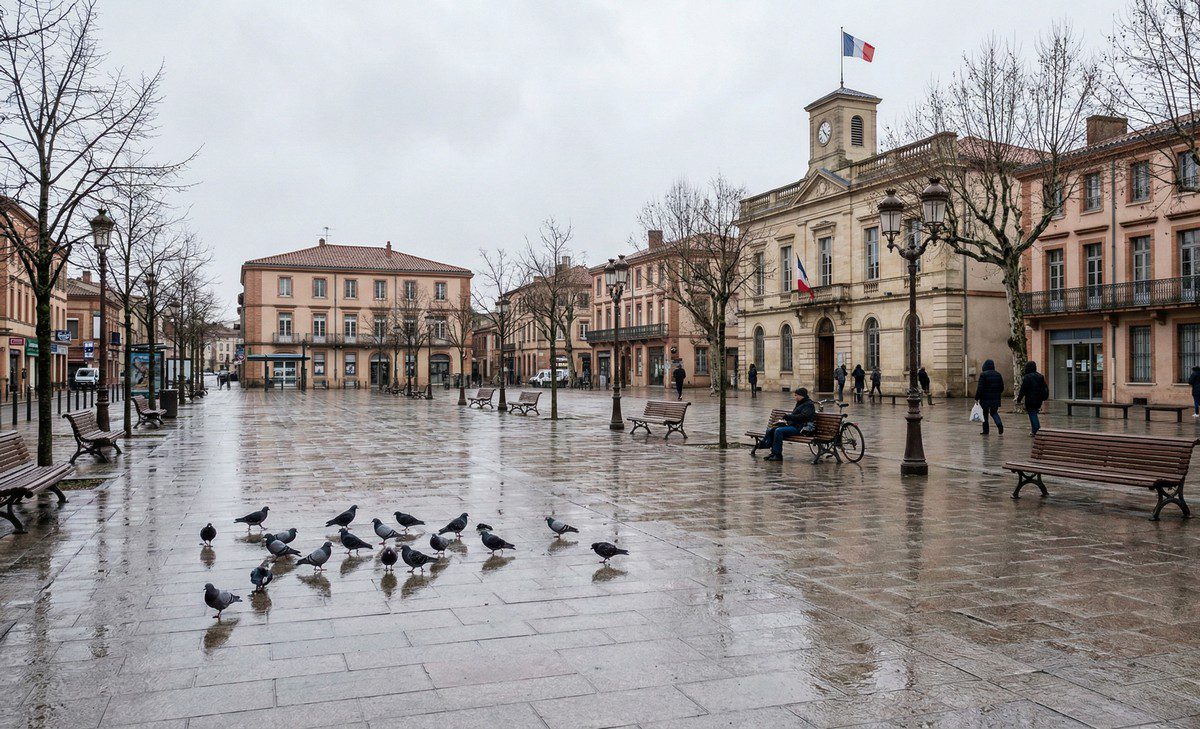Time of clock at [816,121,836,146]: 4:23
